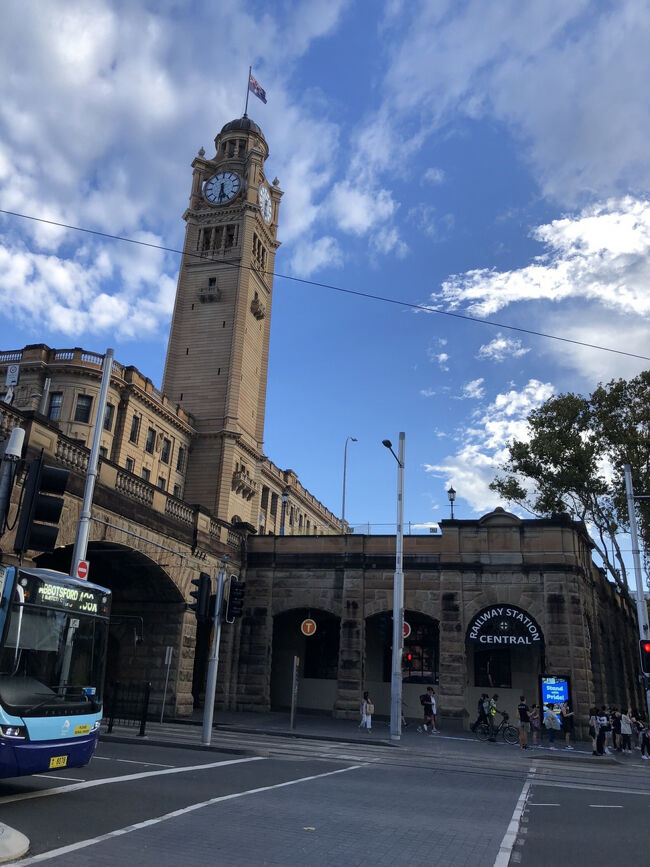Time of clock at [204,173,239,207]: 5:31
